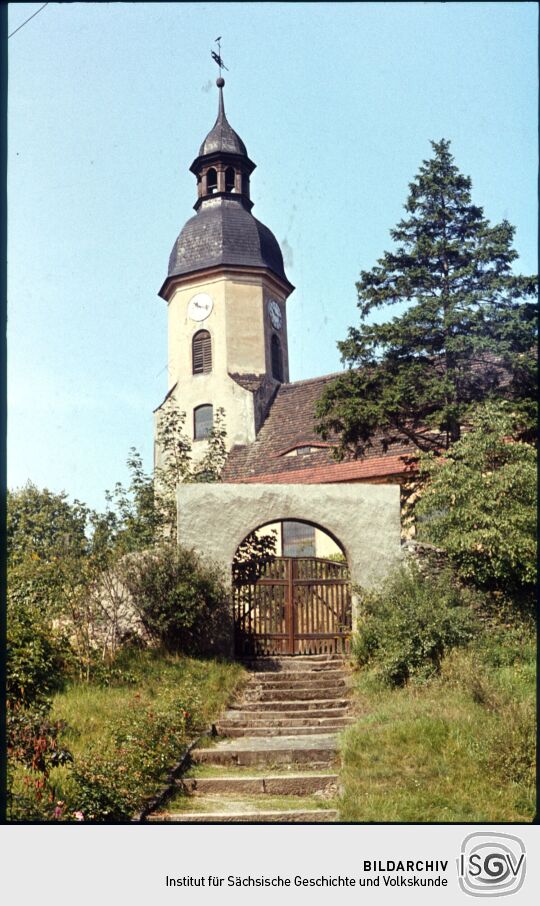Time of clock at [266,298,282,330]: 10:17
